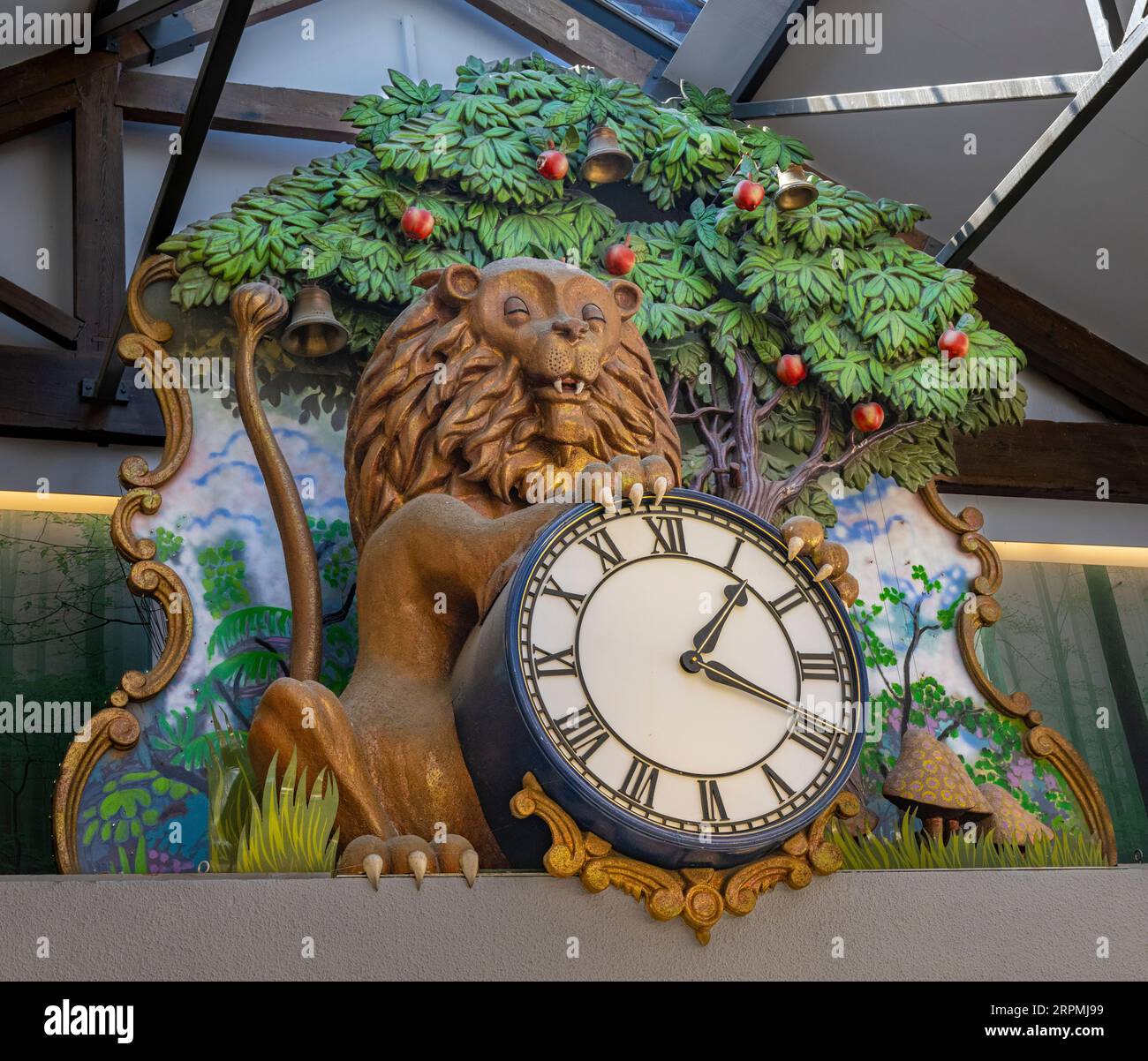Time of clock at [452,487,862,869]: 1:18
